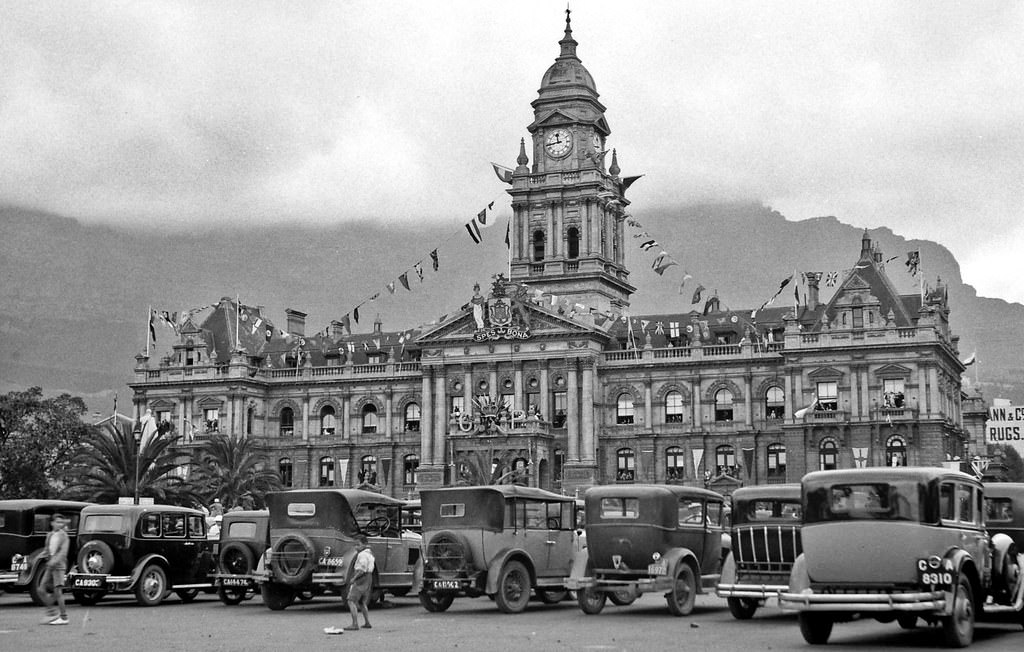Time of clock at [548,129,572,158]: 11:43
